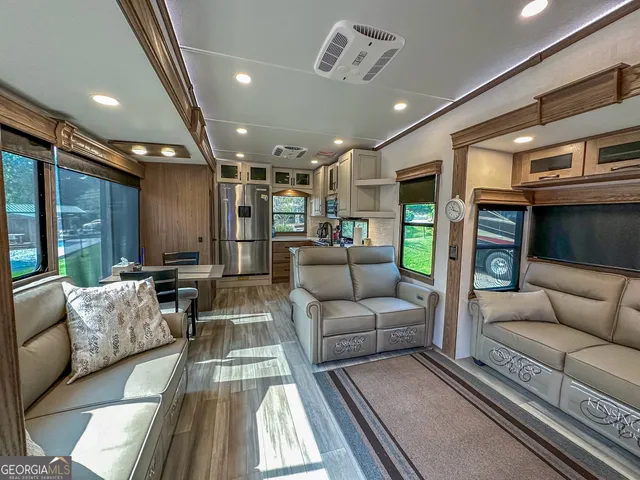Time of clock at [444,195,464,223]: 11:17
